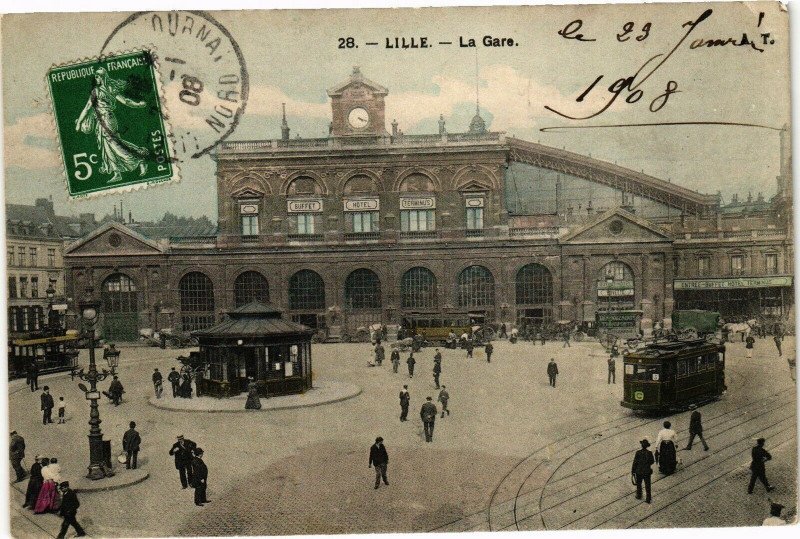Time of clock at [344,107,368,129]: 4:18
